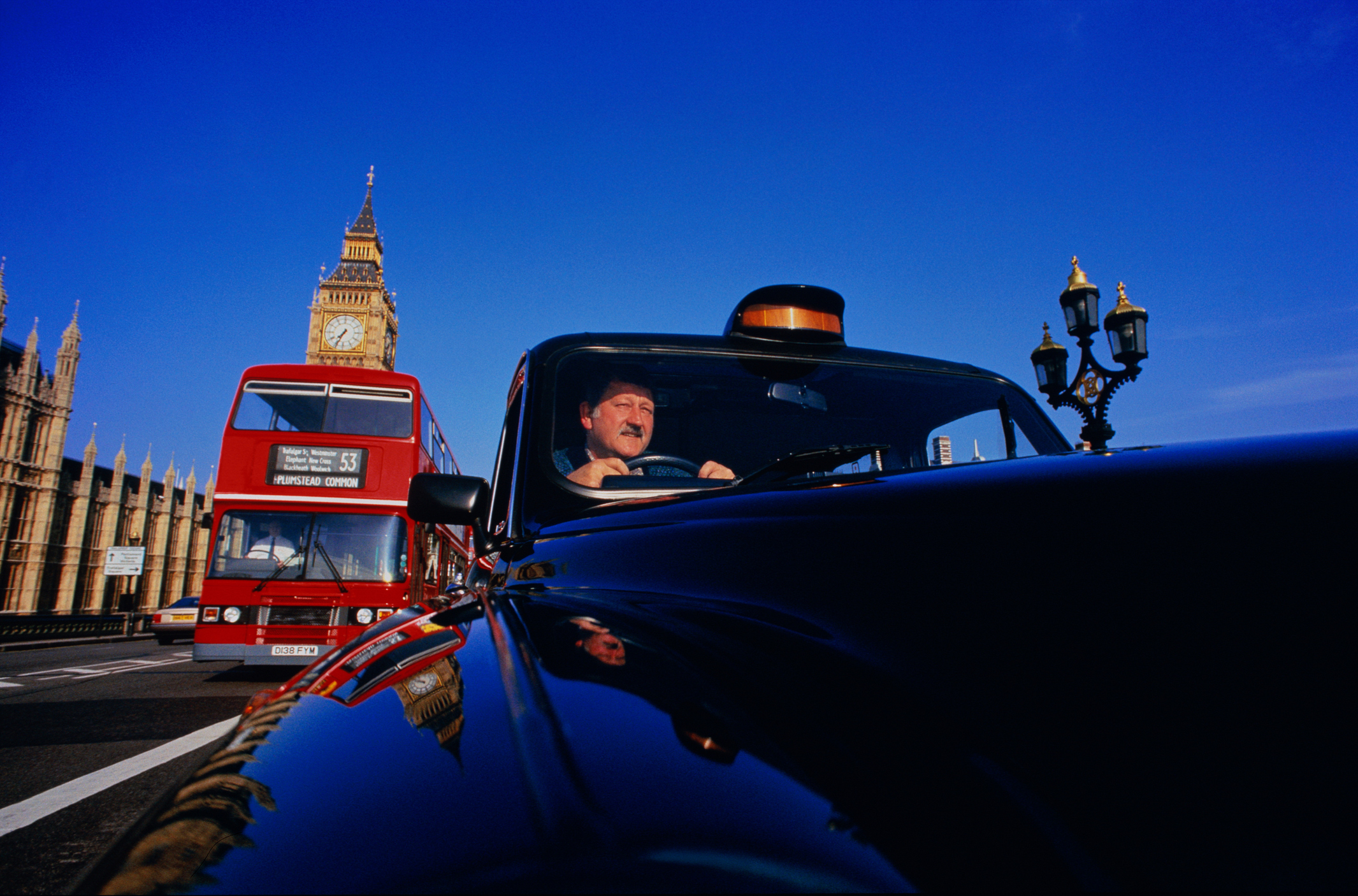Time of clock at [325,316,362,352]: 7:34
